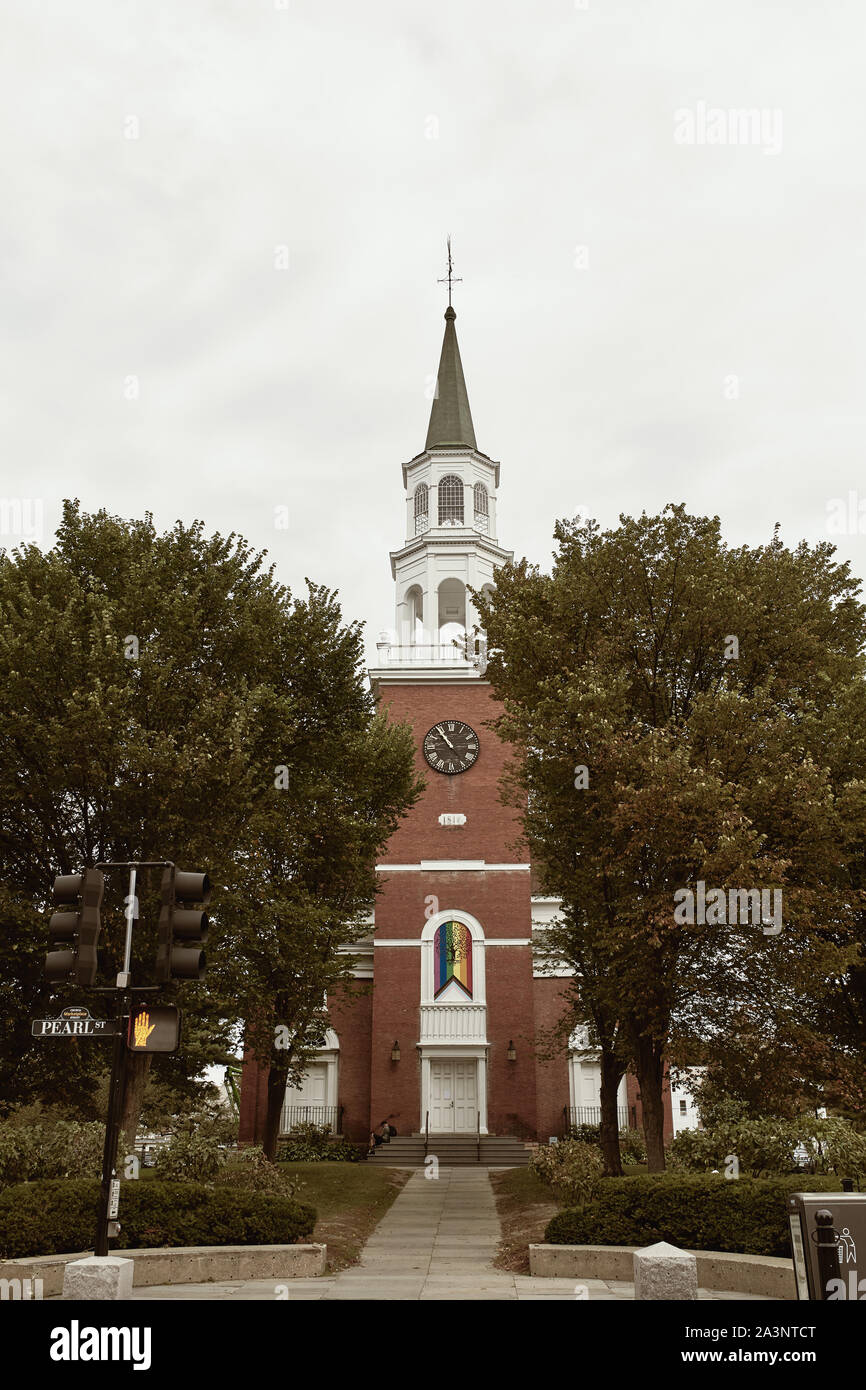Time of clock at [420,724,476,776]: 10:54
